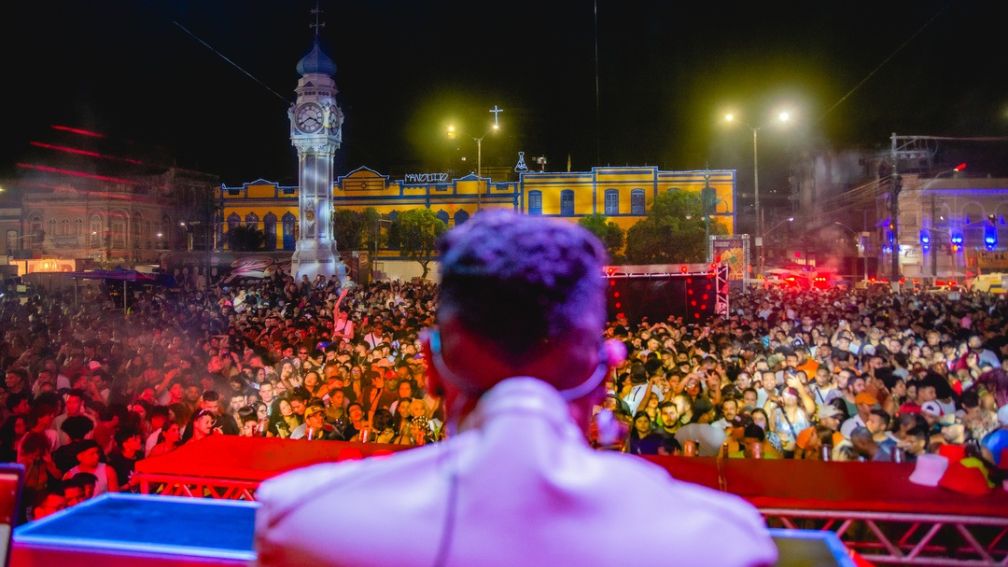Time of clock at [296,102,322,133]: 3:39
